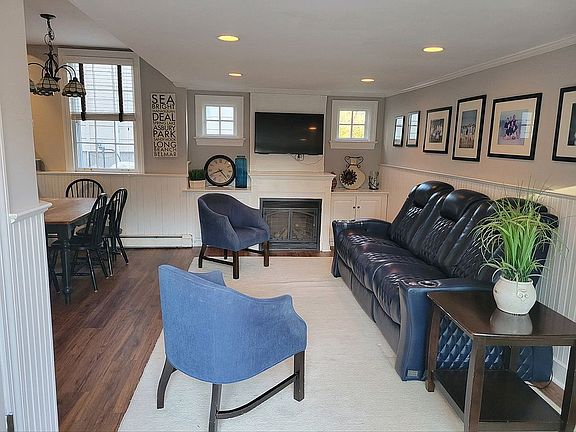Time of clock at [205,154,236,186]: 8:22
